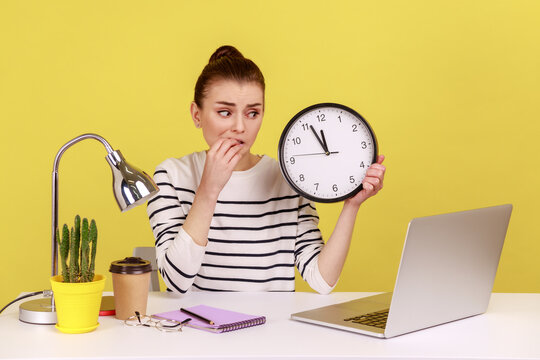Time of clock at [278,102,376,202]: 11:56
